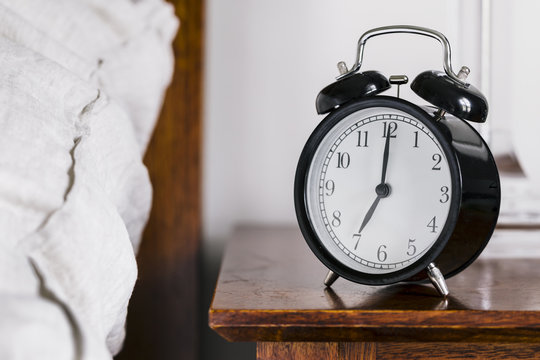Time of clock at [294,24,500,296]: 7:00
